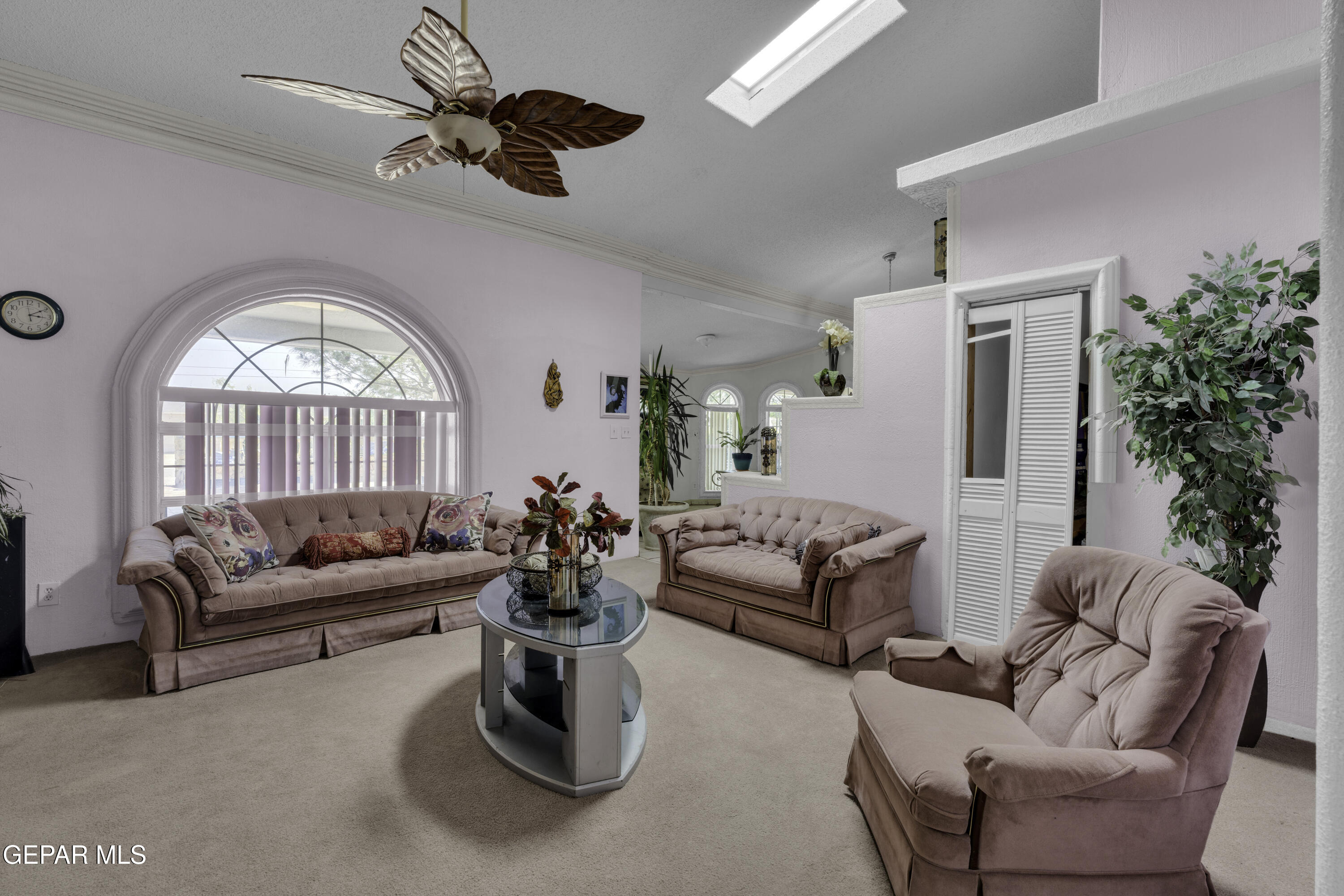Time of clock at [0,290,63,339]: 3:09
